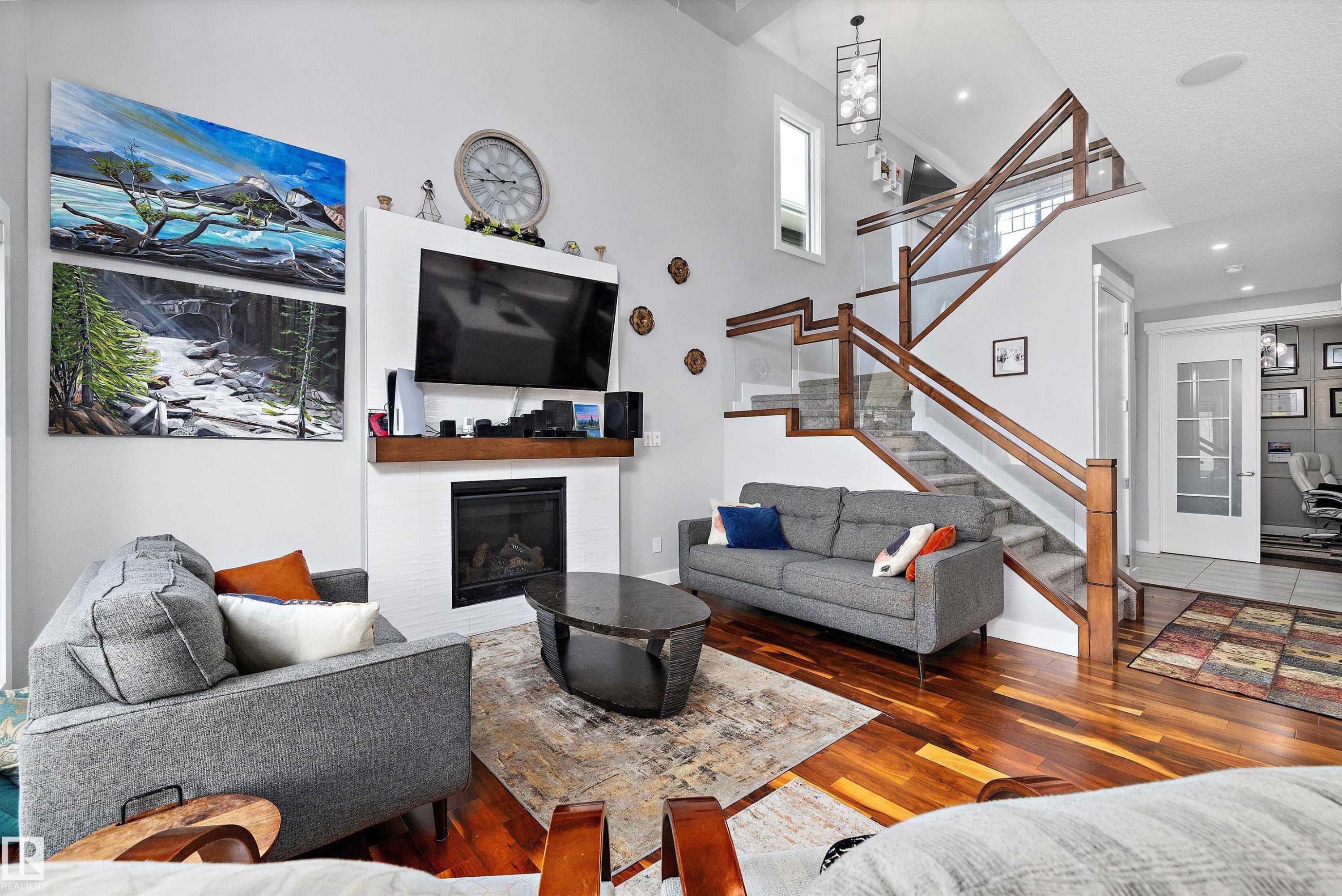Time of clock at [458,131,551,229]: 9:42
